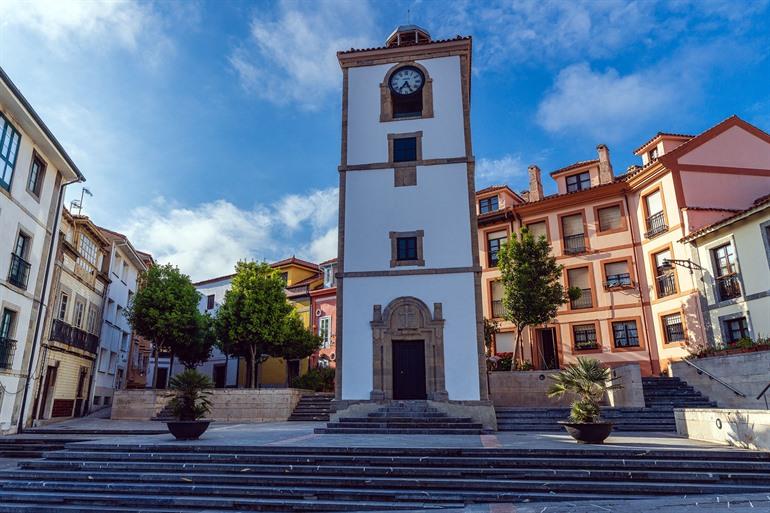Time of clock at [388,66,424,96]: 7:25
